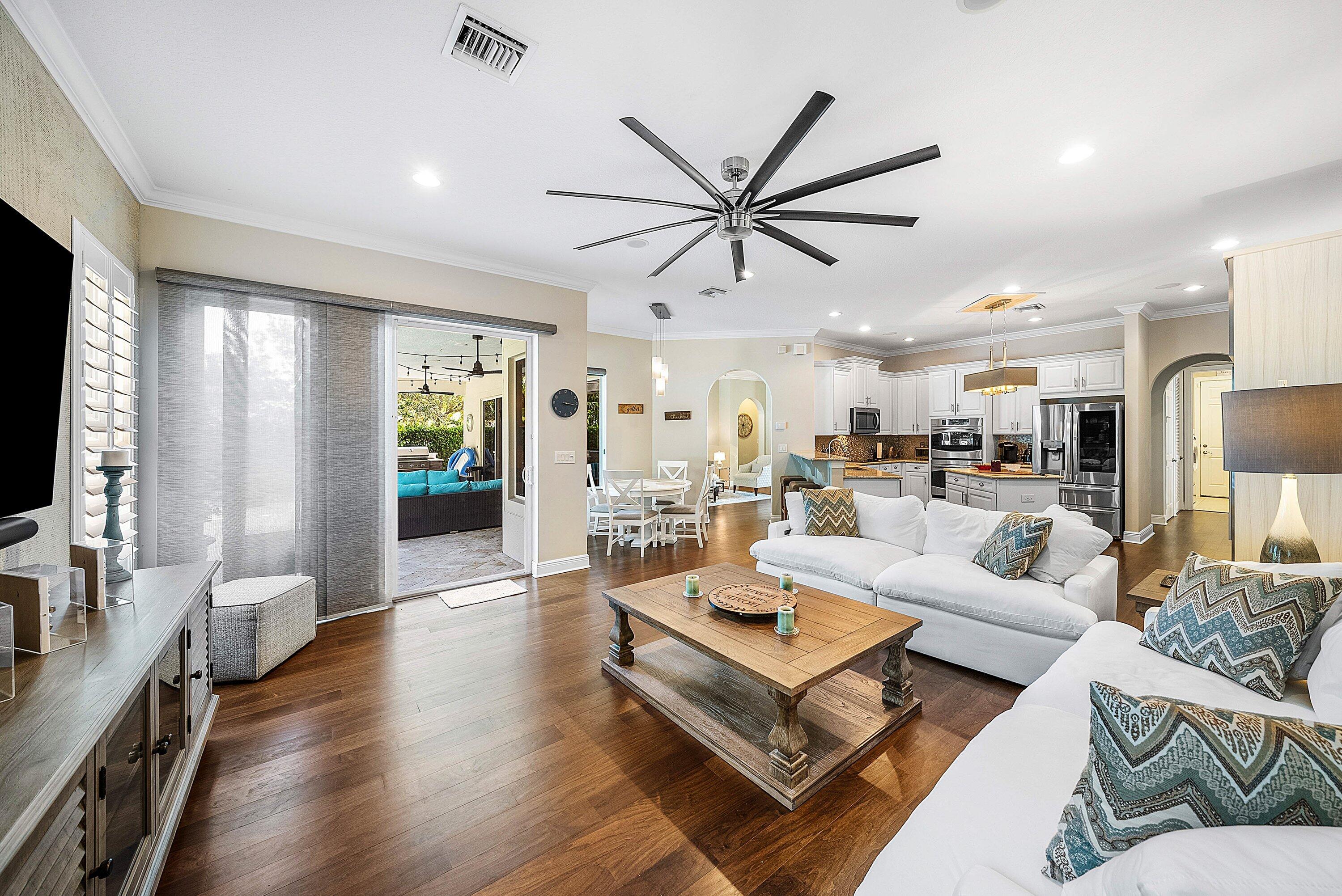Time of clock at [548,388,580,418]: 3:16
